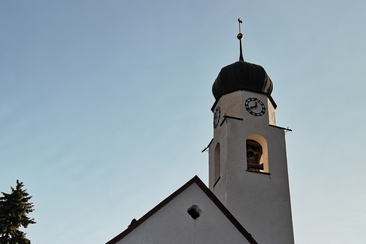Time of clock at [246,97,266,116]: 12:40
